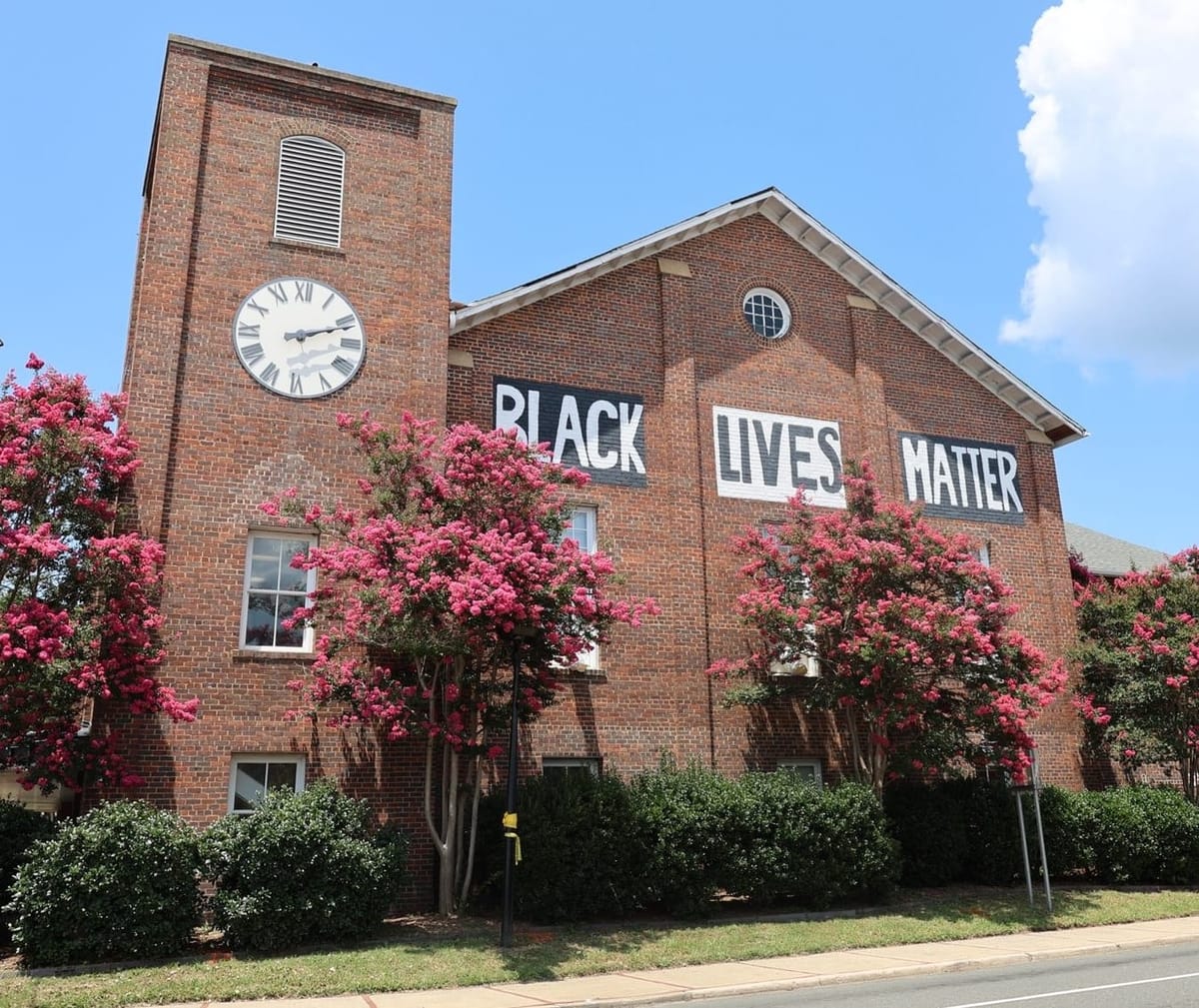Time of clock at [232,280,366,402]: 2:11
